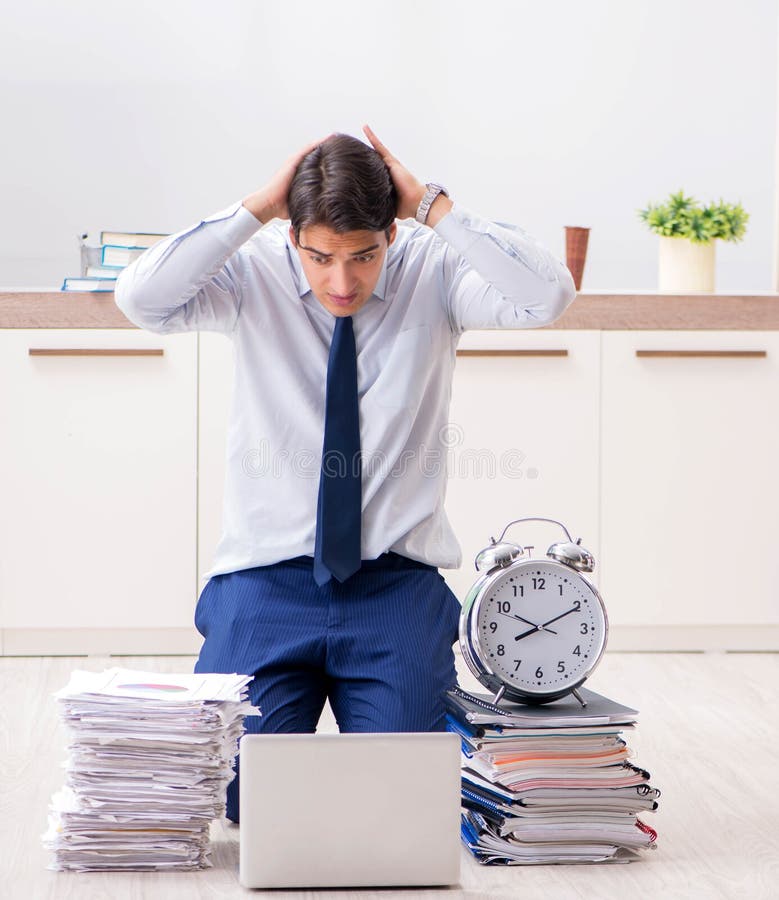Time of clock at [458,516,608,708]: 8:10
